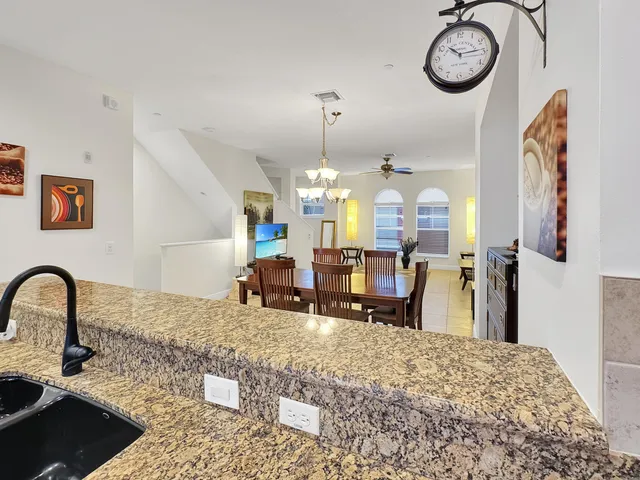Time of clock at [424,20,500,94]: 10:14
